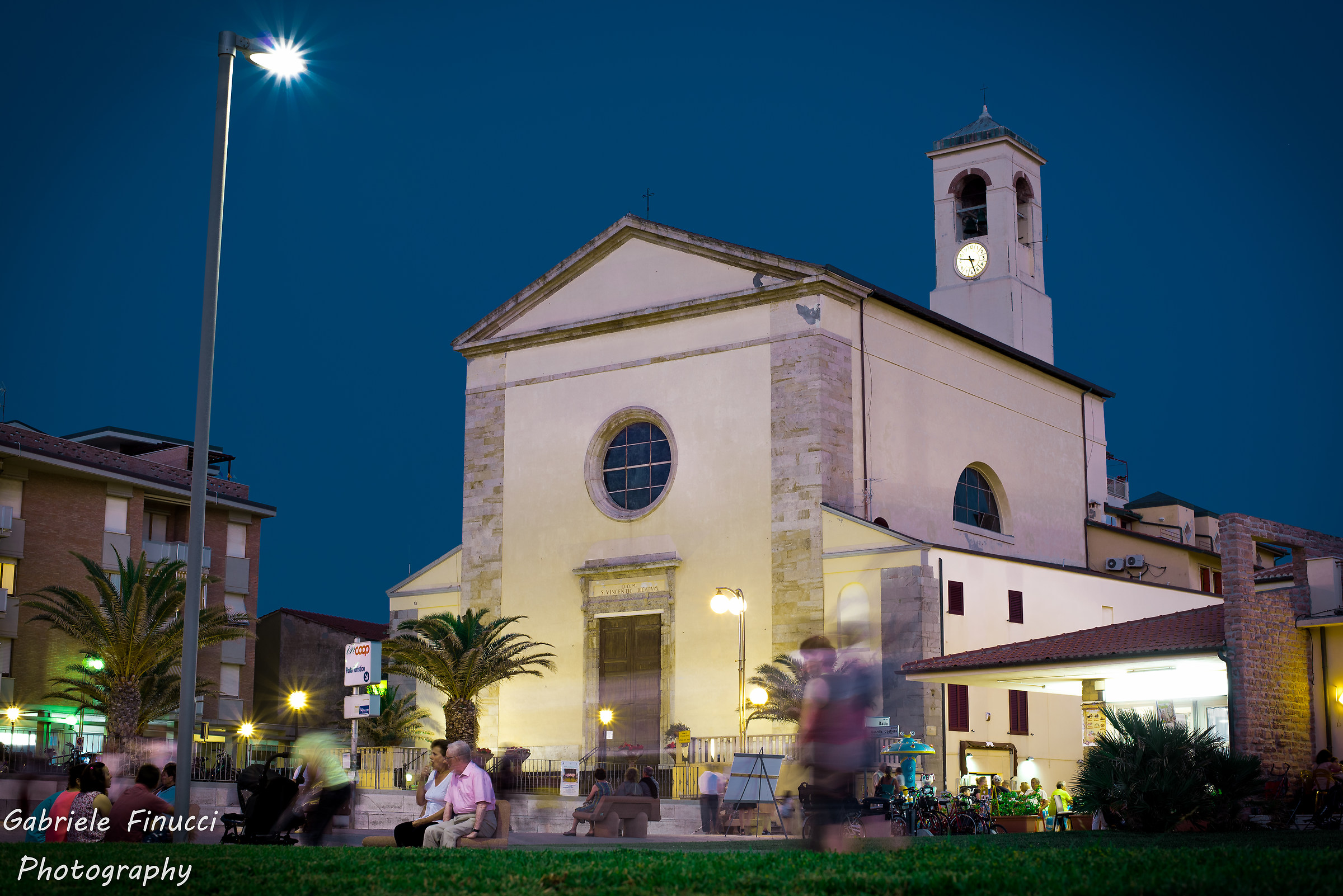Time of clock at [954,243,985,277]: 9:27
